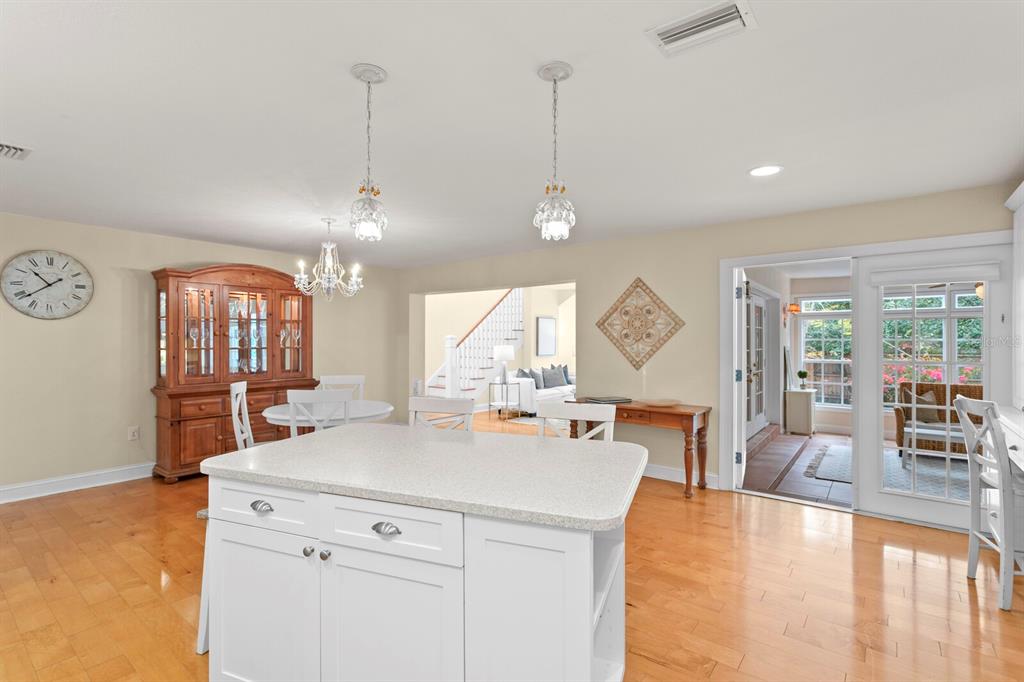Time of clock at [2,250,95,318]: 10:38
